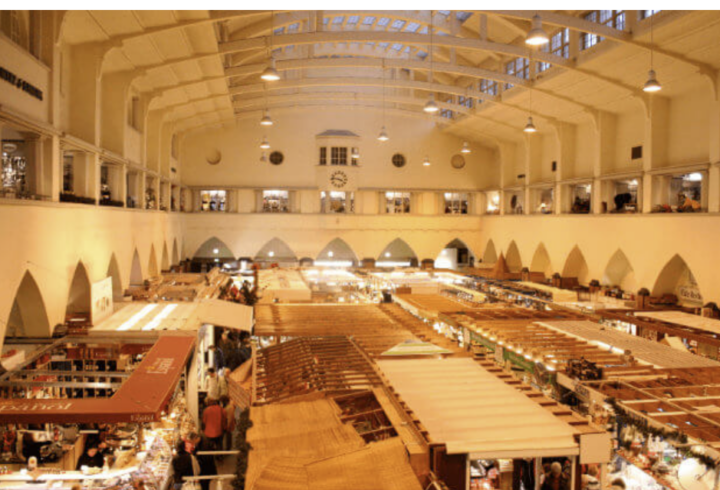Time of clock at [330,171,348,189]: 3:46
